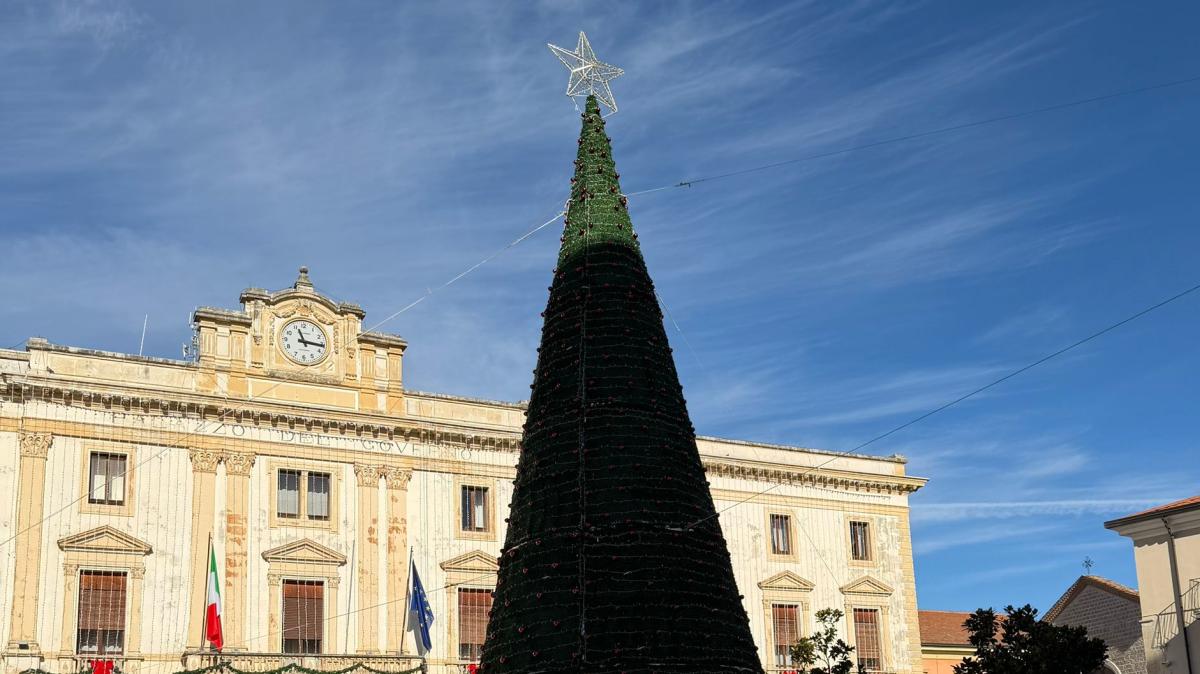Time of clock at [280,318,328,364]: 11:16
